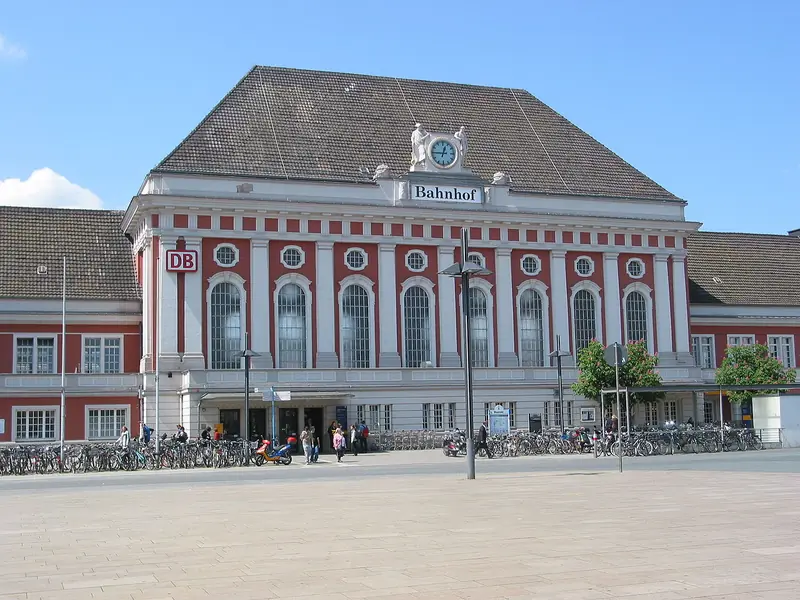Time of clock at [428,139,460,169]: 12:45
